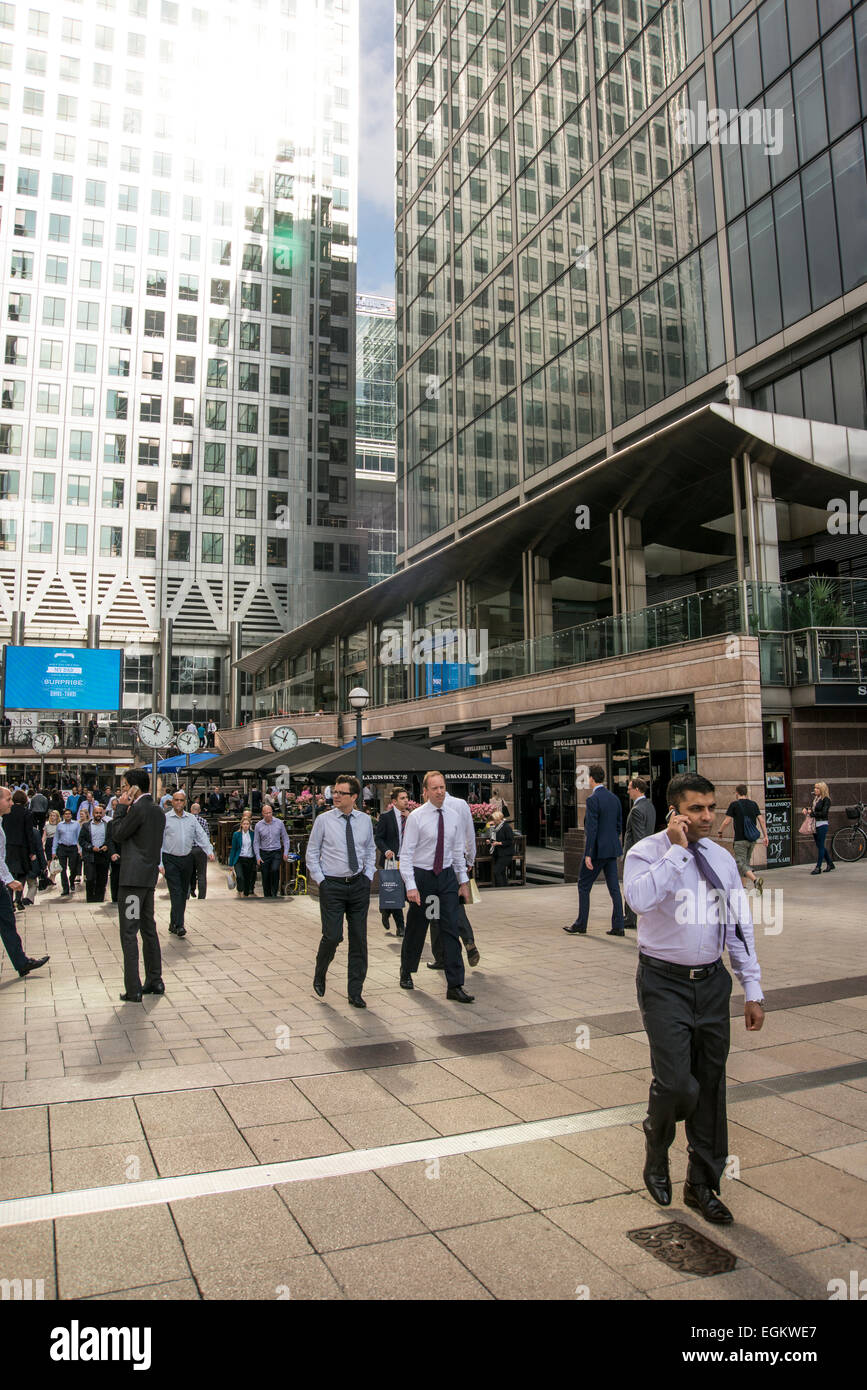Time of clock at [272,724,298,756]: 12:48
